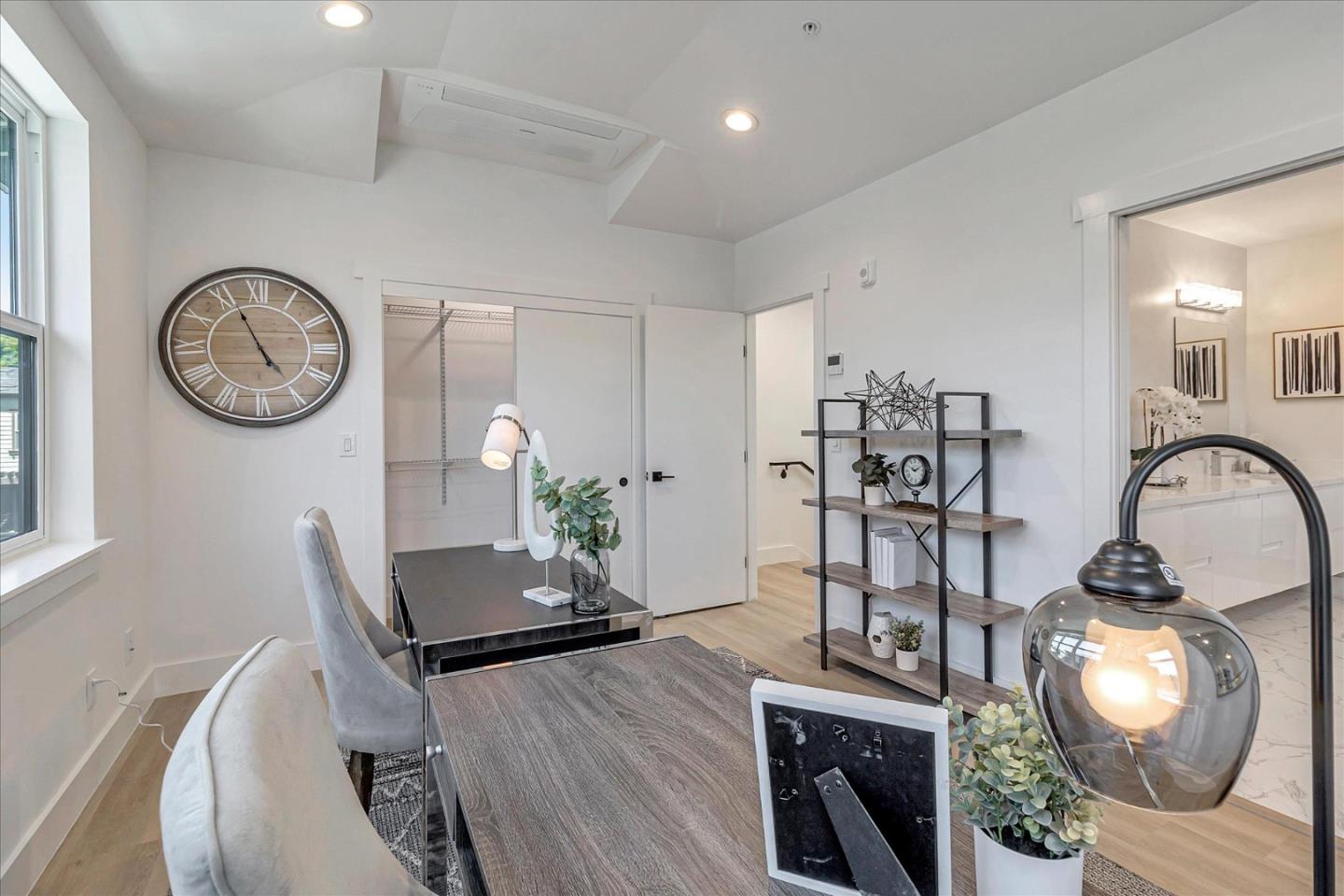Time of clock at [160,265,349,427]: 4:56
